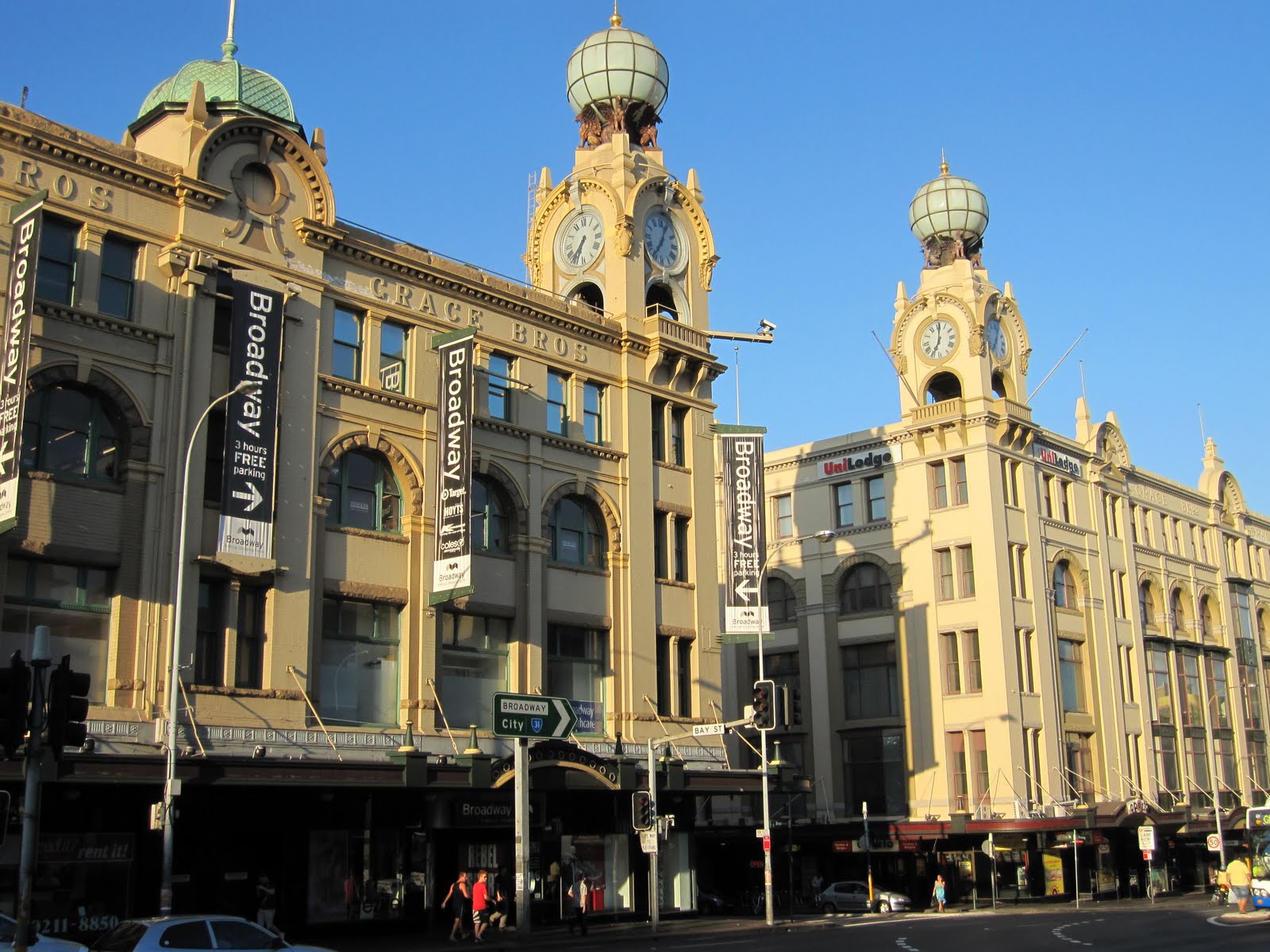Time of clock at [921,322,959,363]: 7:00
